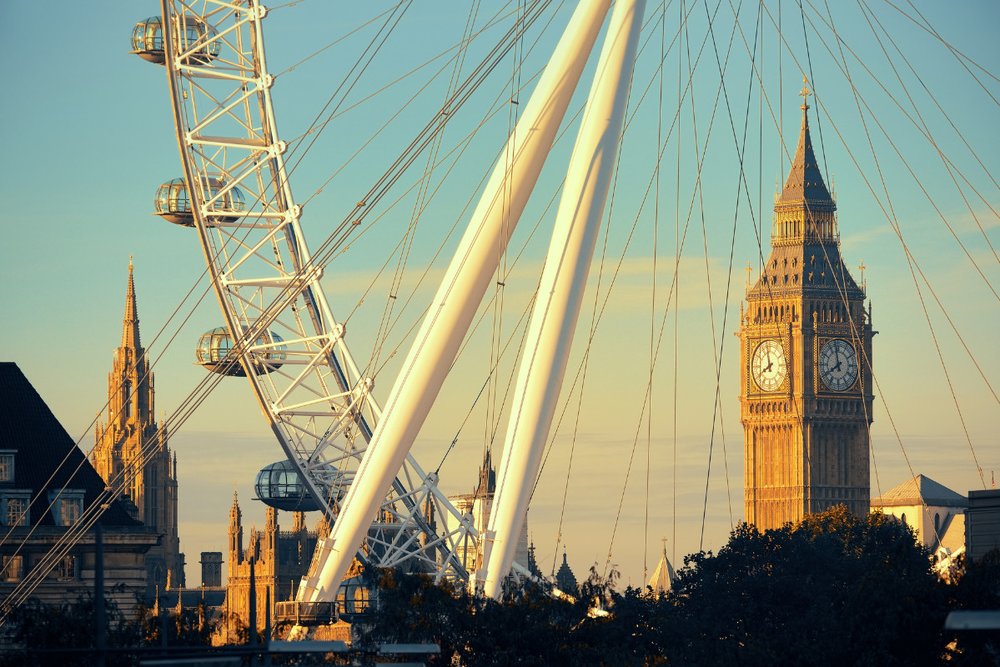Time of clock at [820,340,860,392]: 7:58
